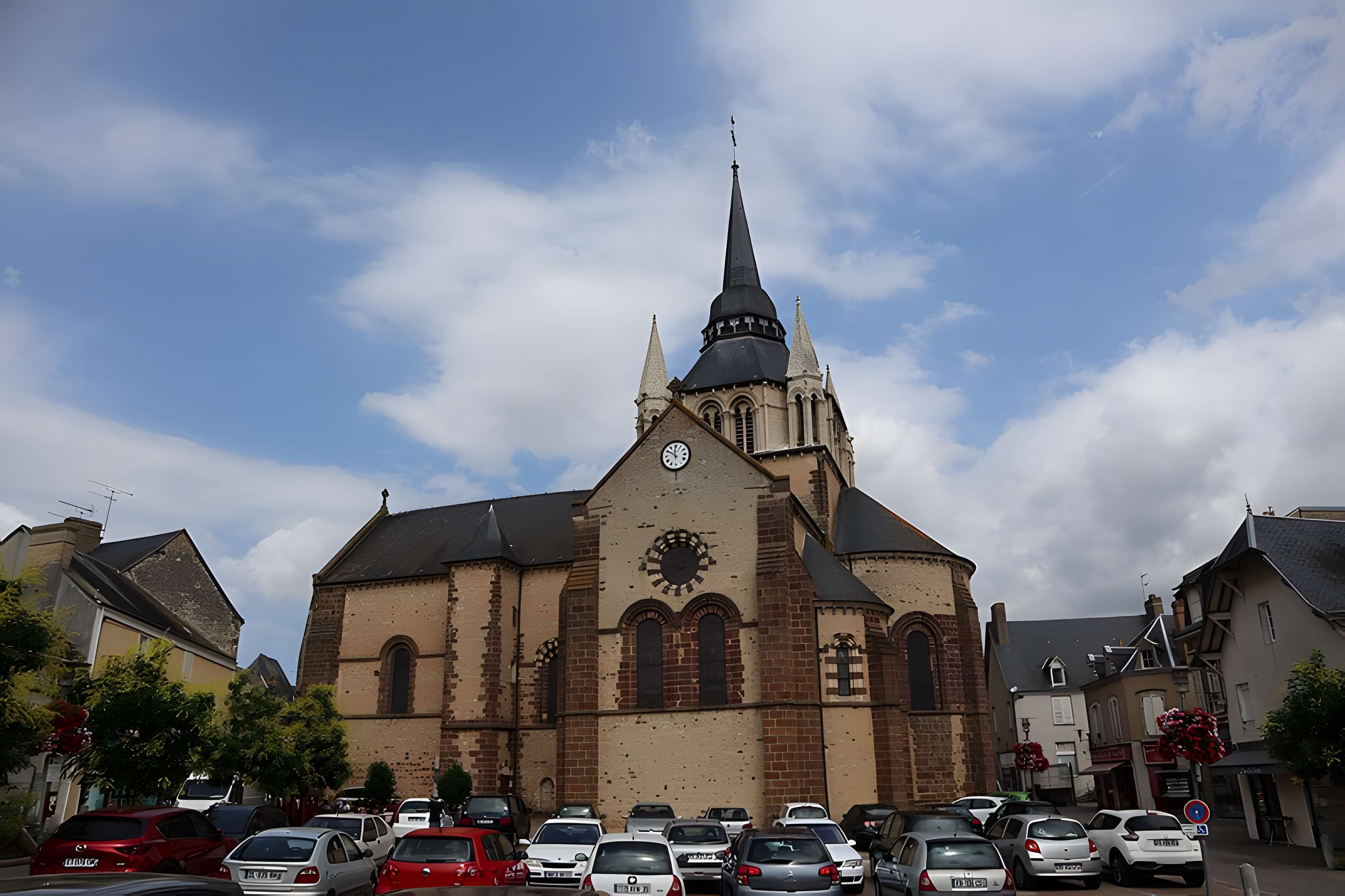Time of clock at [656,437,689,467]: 11:50
